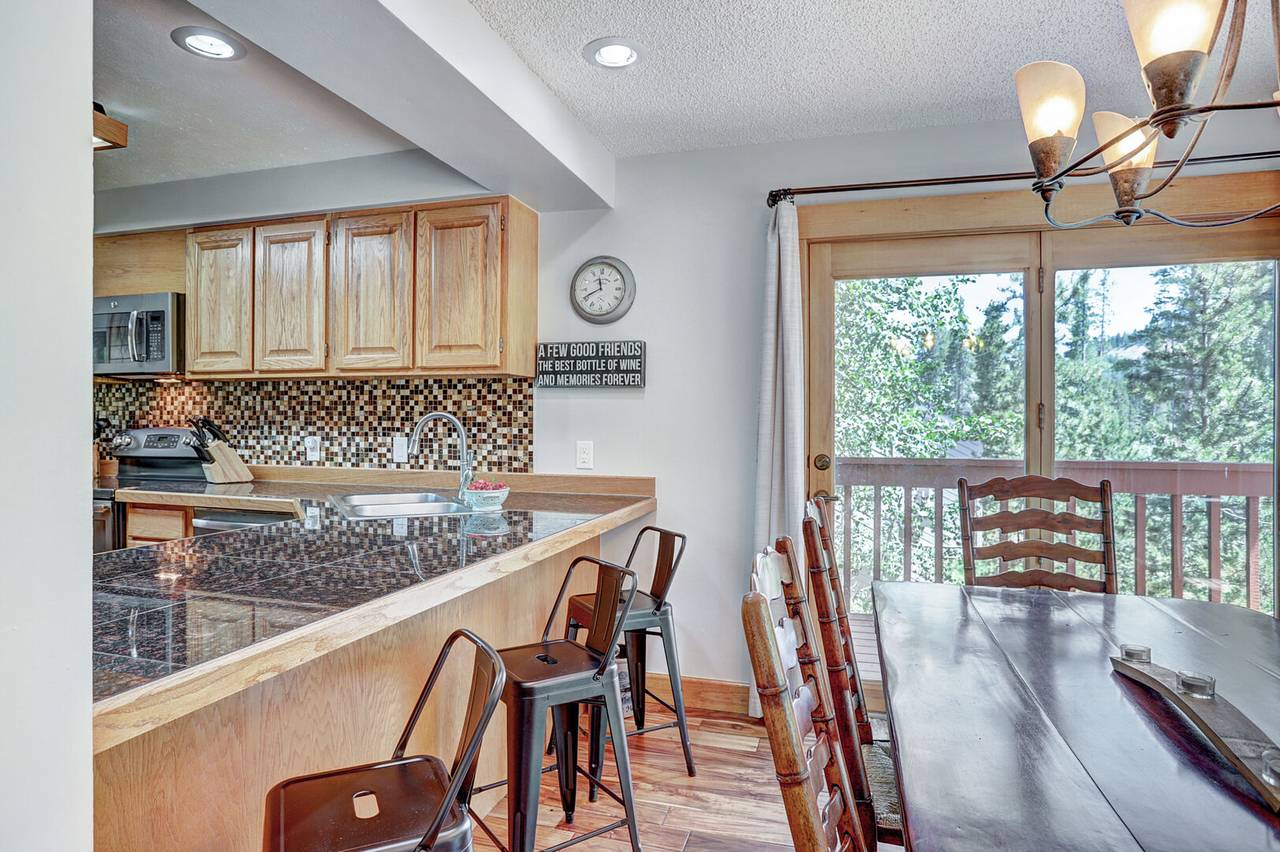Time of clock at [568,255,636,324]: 11:40
